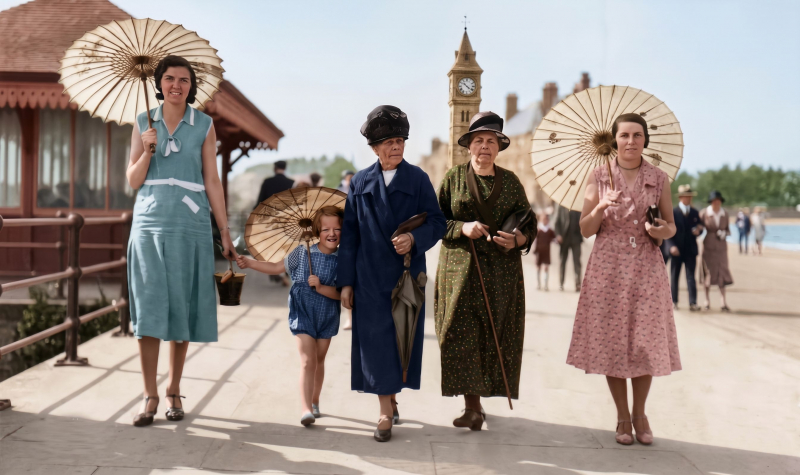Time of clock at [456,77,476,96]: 10:21
